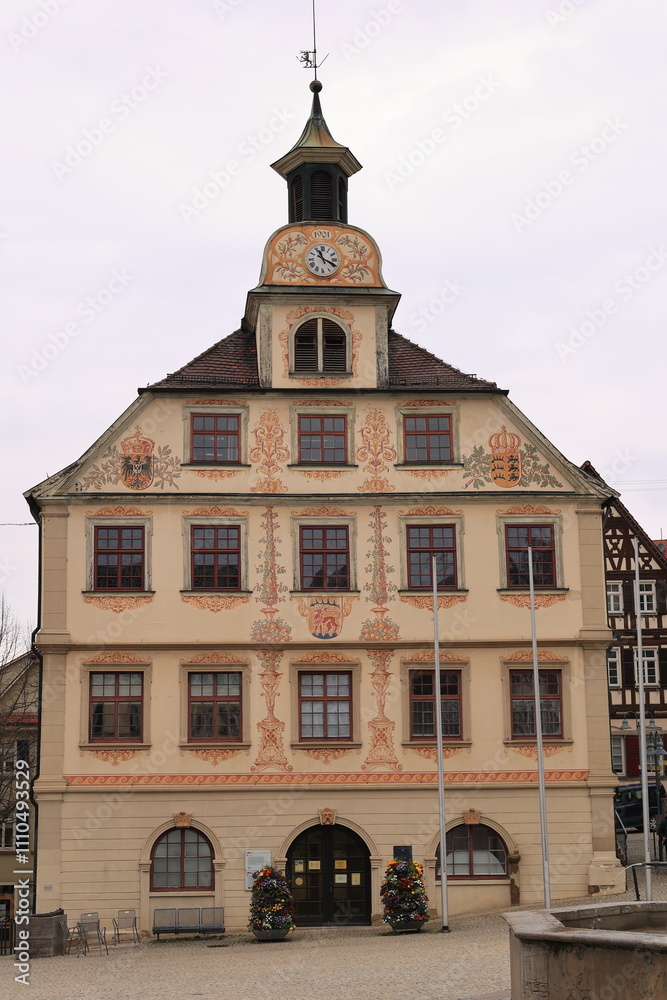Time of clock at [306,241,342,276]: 11:19
